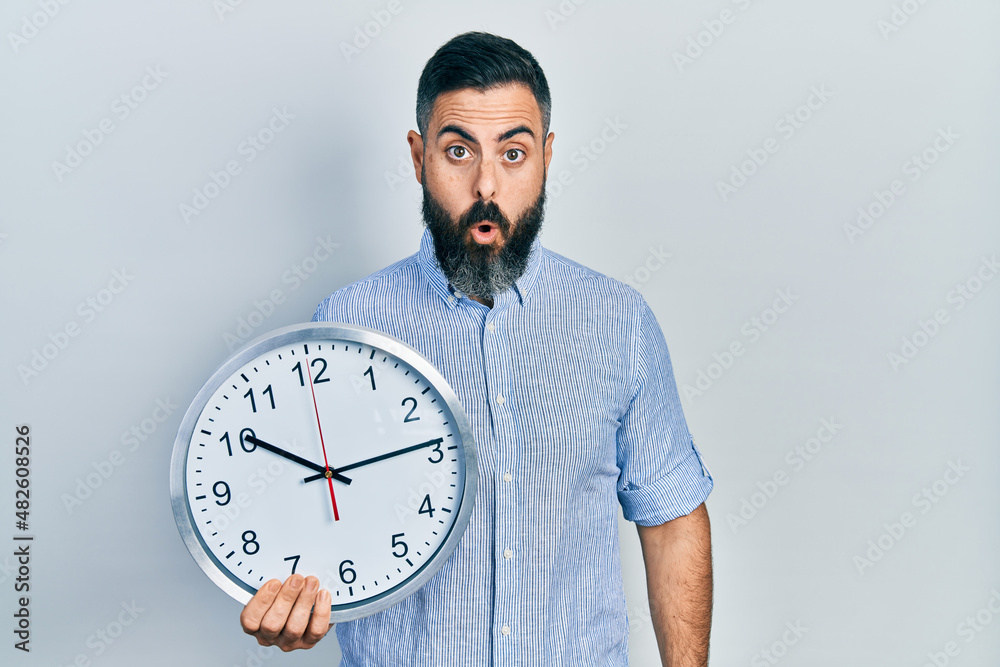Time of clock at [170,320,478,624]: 10:14
